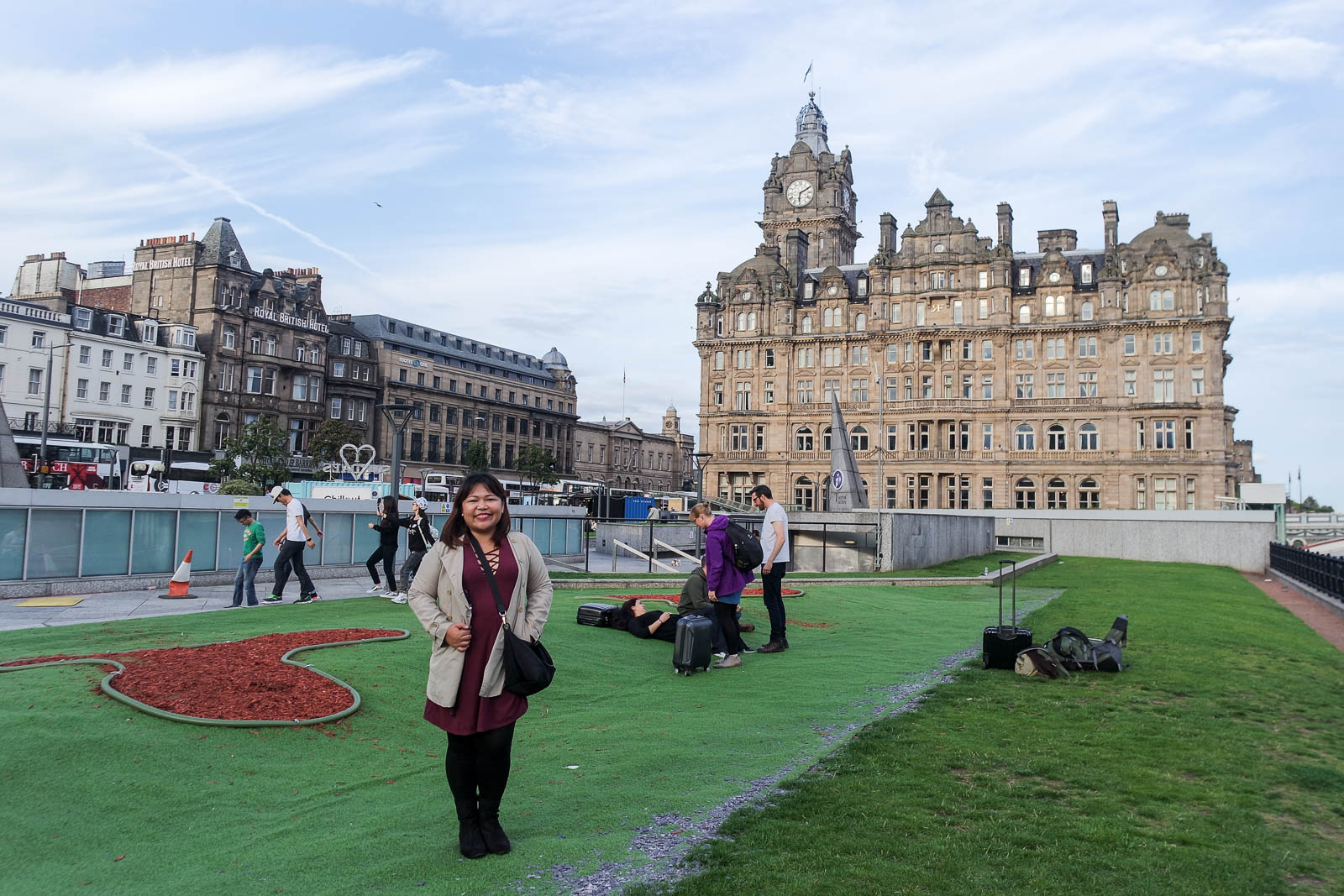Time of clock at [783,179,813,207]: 6:10
